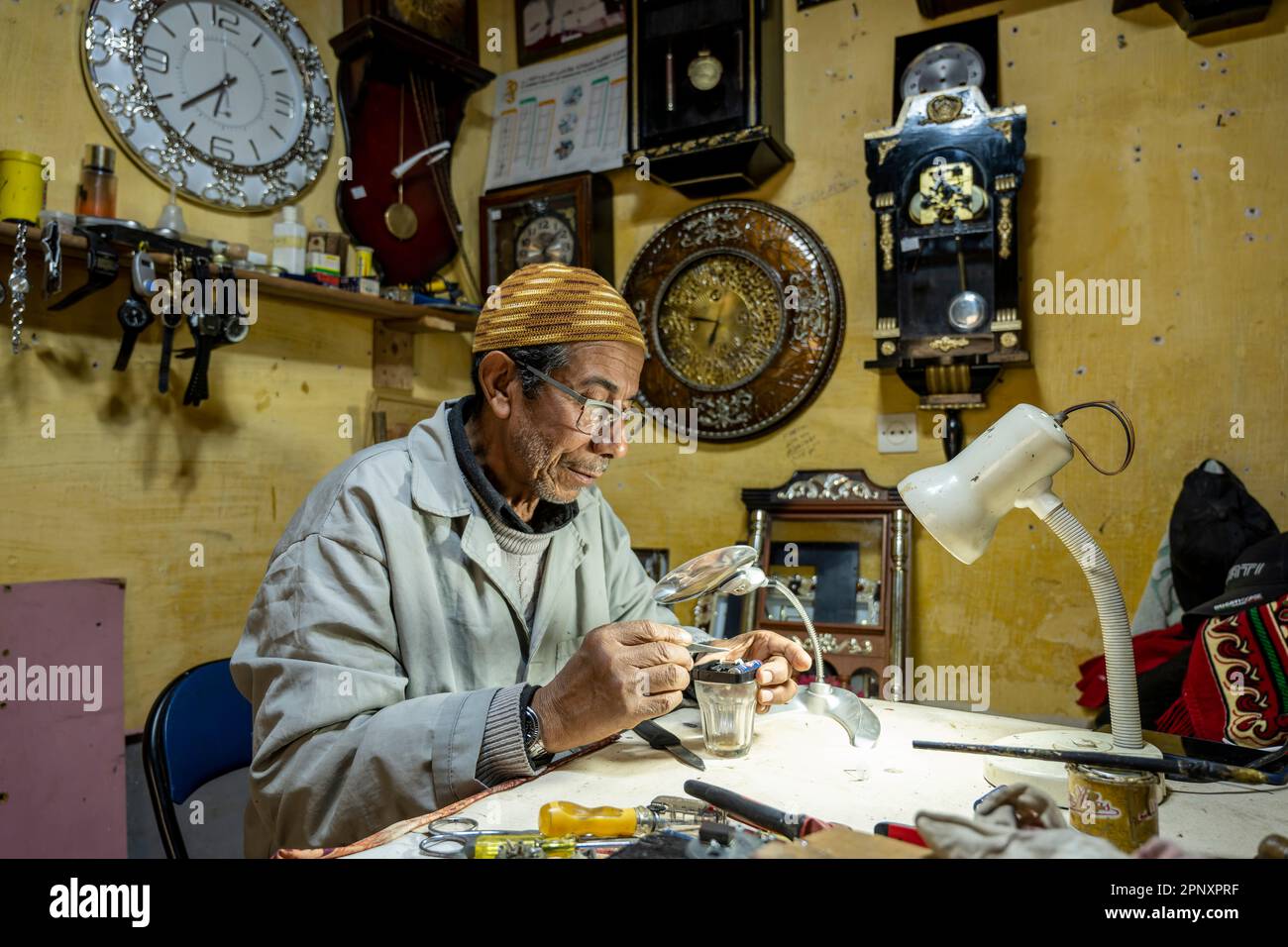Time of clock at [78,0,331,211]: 7:38
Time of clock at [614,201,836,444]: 6:46
